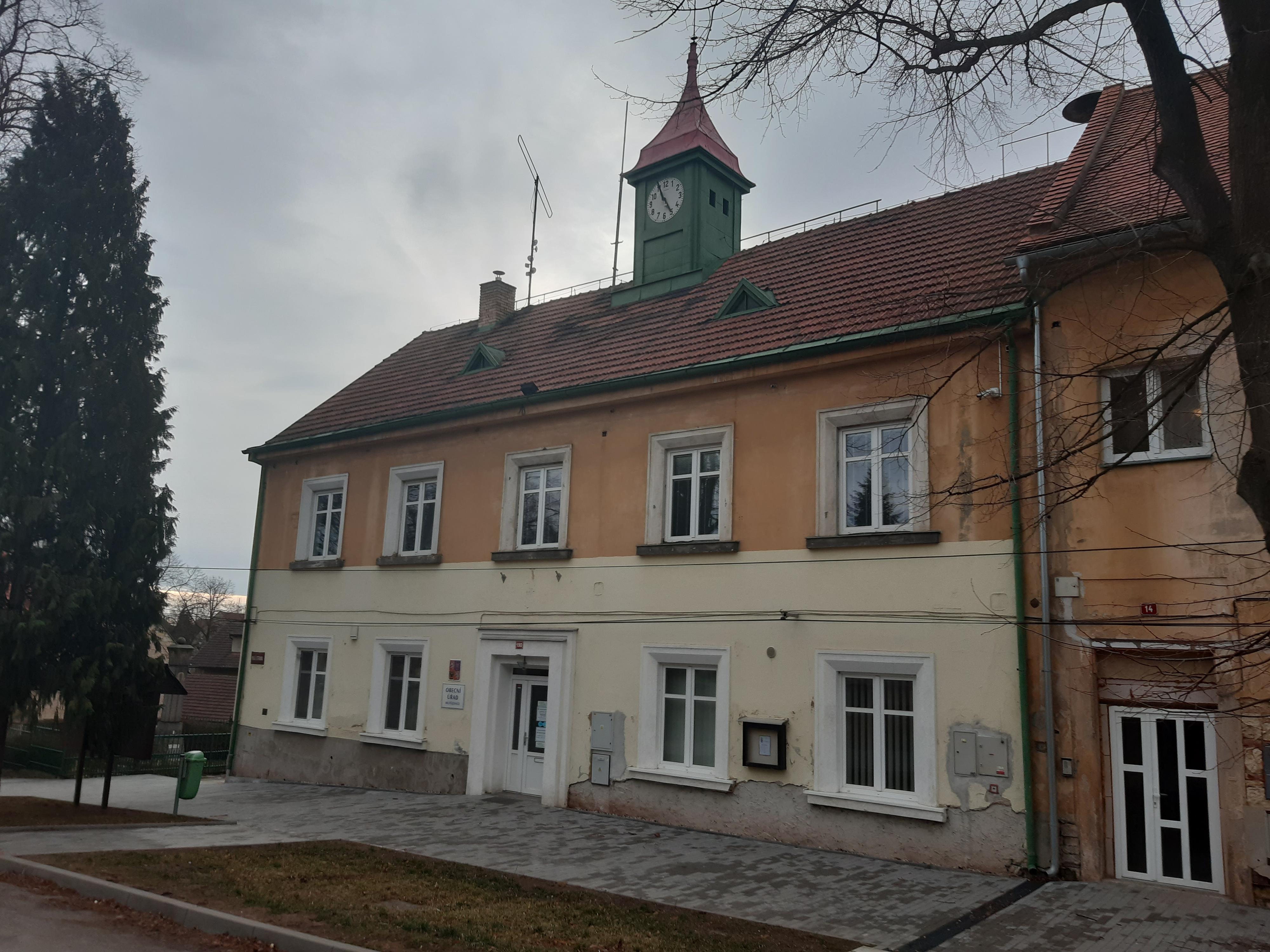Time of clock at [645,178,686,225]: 4:55
